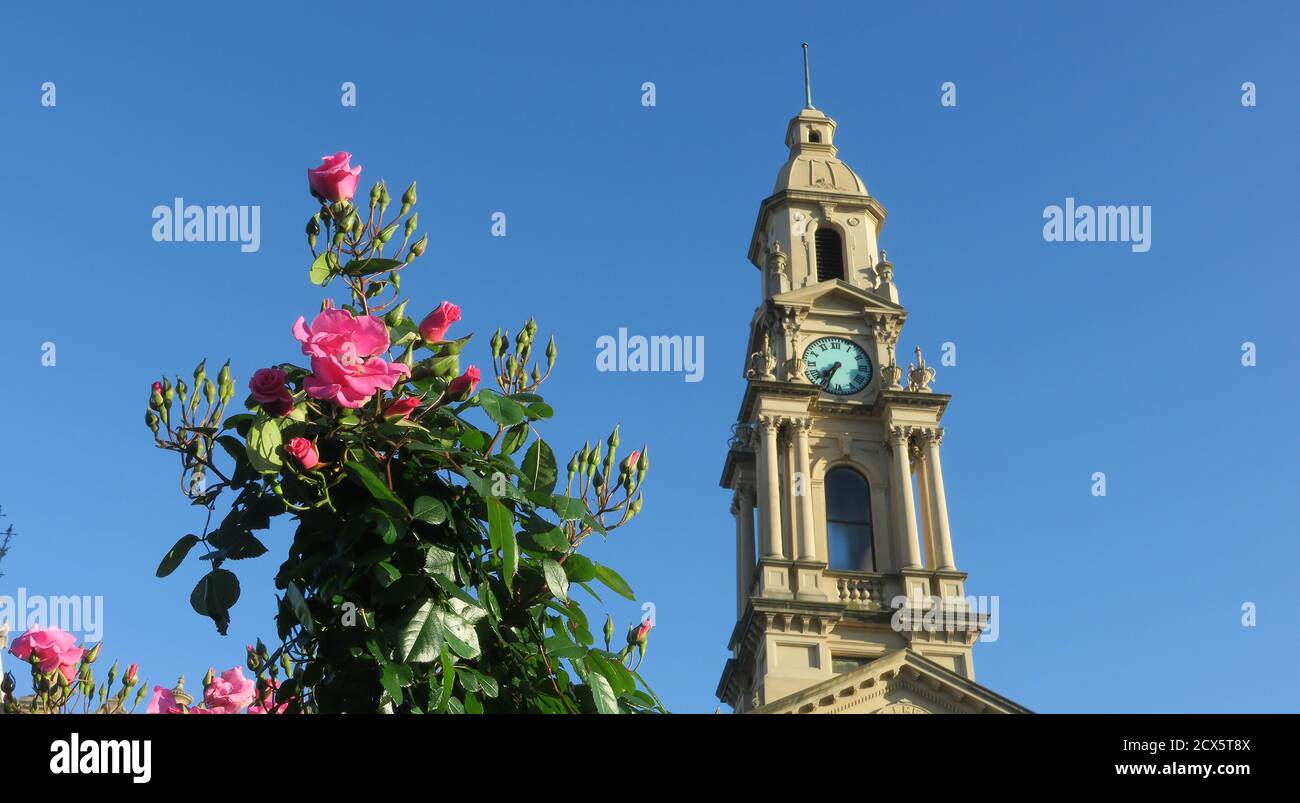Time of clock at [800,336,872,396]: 7:34
